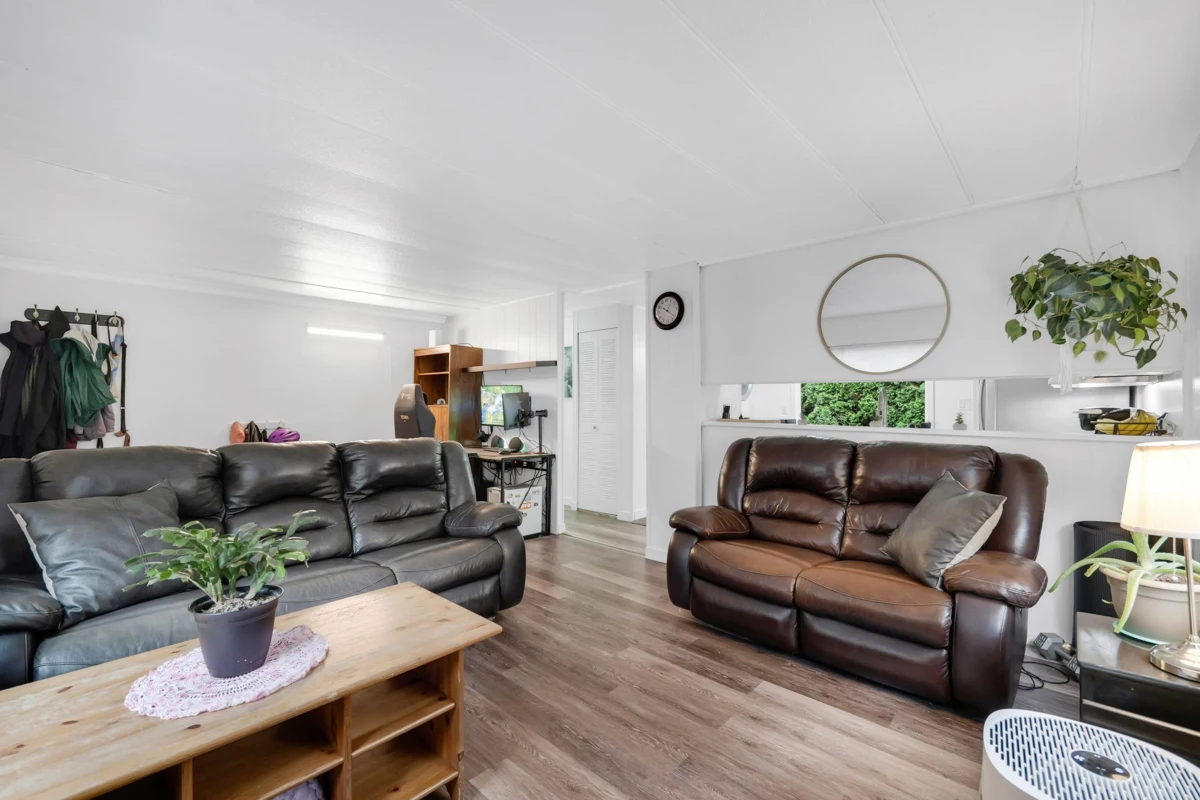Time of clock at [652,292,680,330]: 1:21
